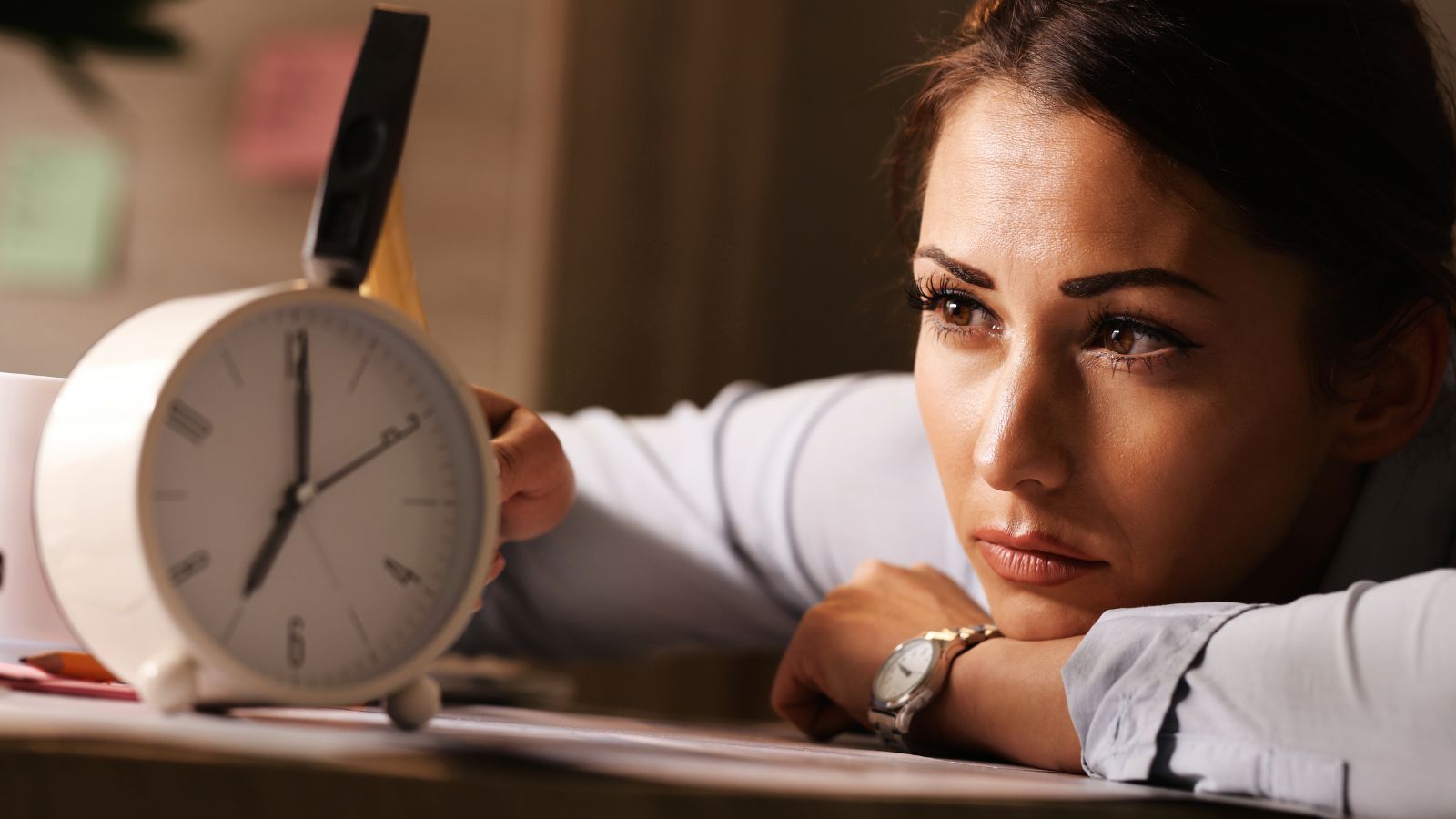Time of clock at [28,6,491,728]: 7:00
